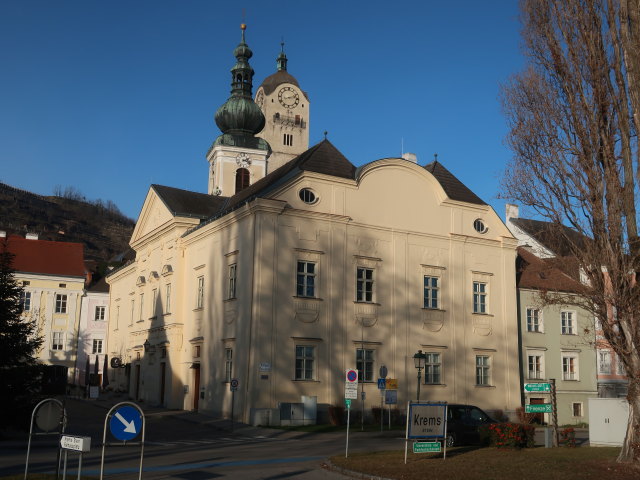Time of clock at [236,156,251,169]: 2:18
